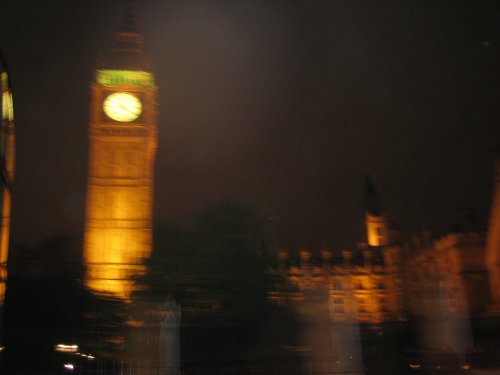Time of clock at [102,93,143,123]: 4:20
